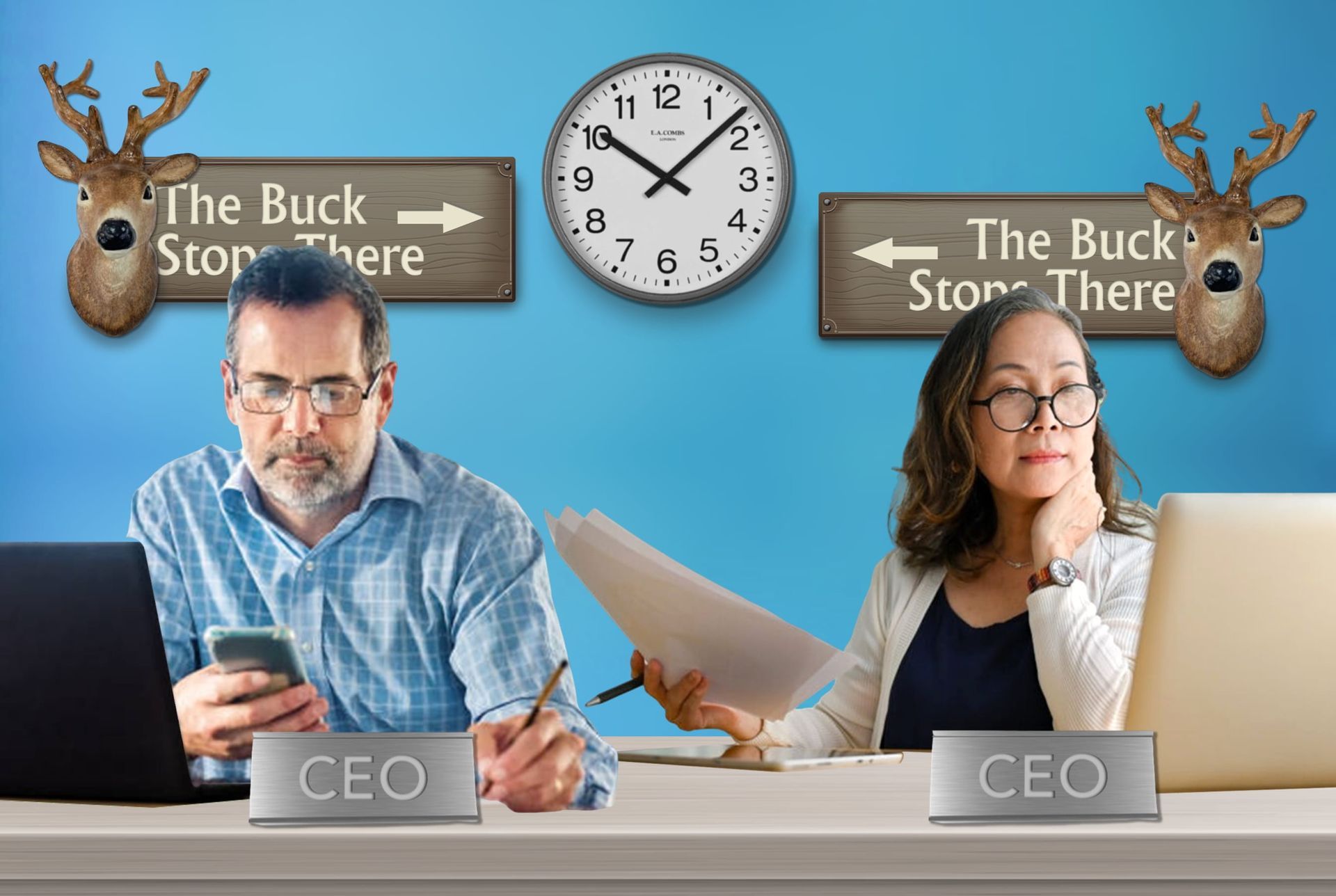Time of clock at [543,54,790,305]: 10:07
